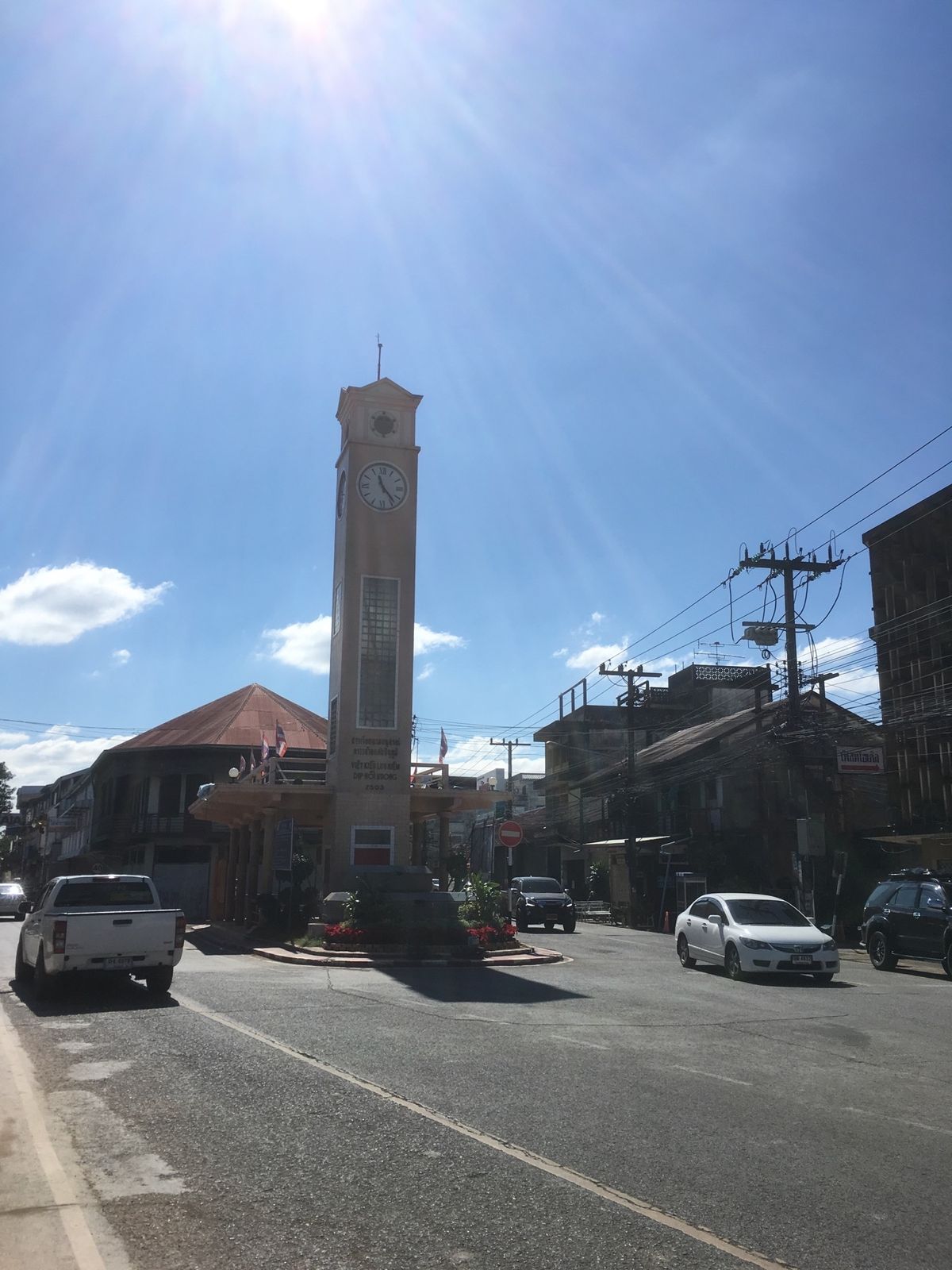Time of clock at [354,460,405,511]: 11:23
